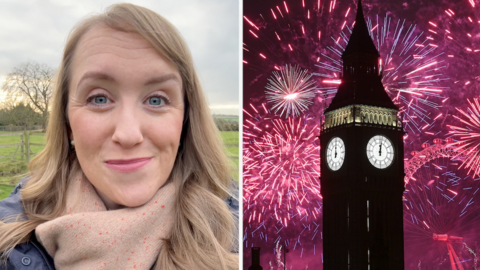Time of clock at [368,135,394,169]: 12:01
